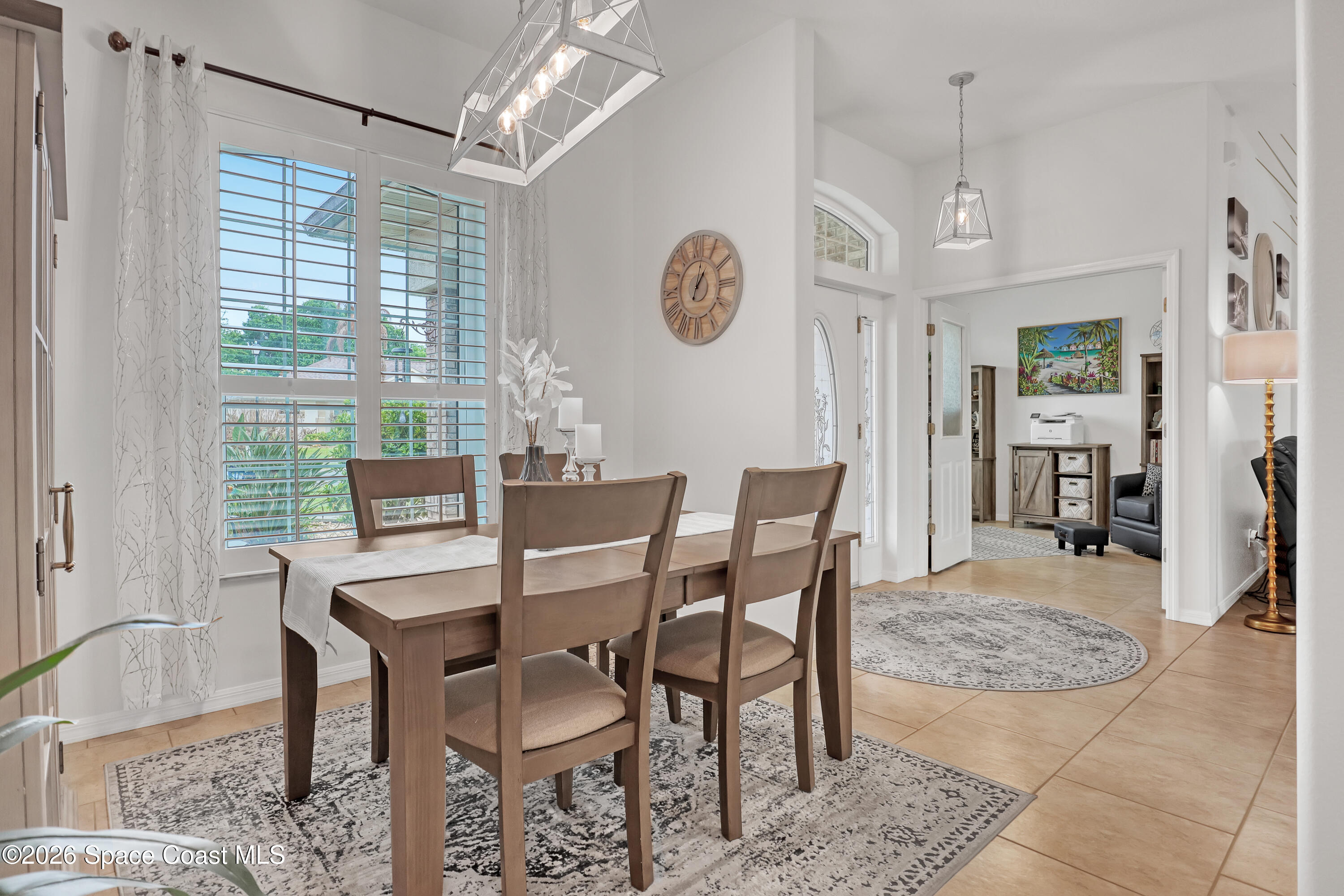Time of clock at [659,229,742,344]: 1:02
